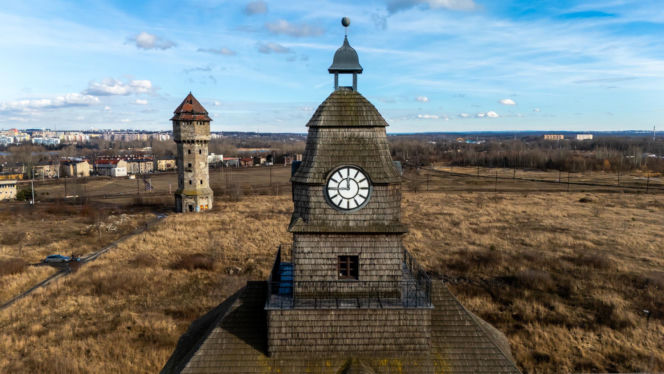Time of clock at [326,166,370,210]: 11:44
